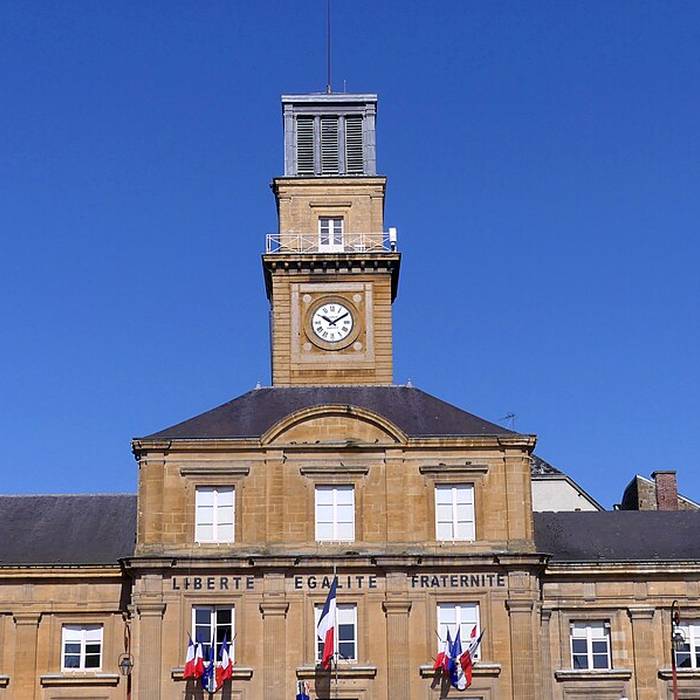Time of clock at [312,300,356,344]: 10:09
